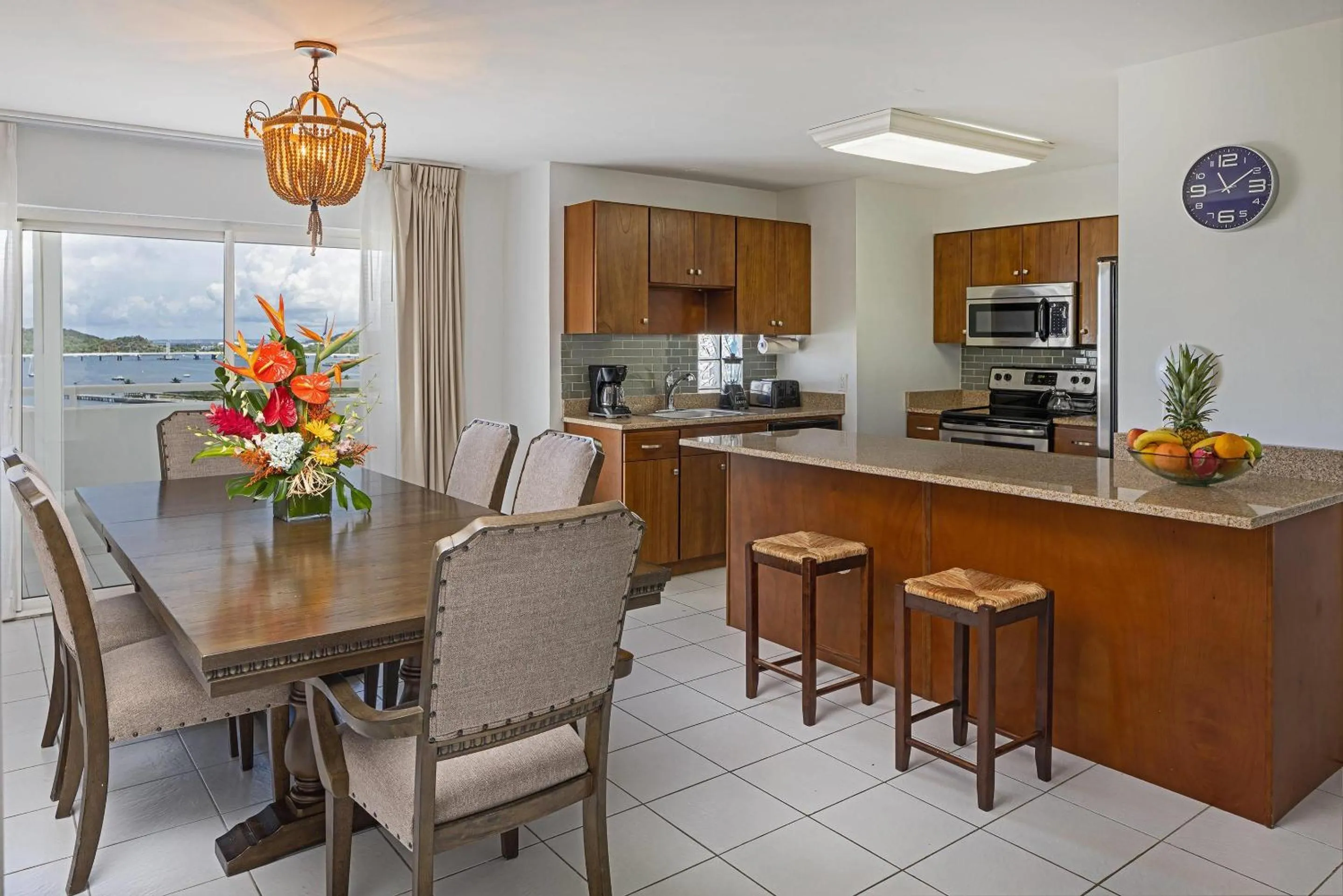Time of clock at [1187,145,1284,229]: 11:08
